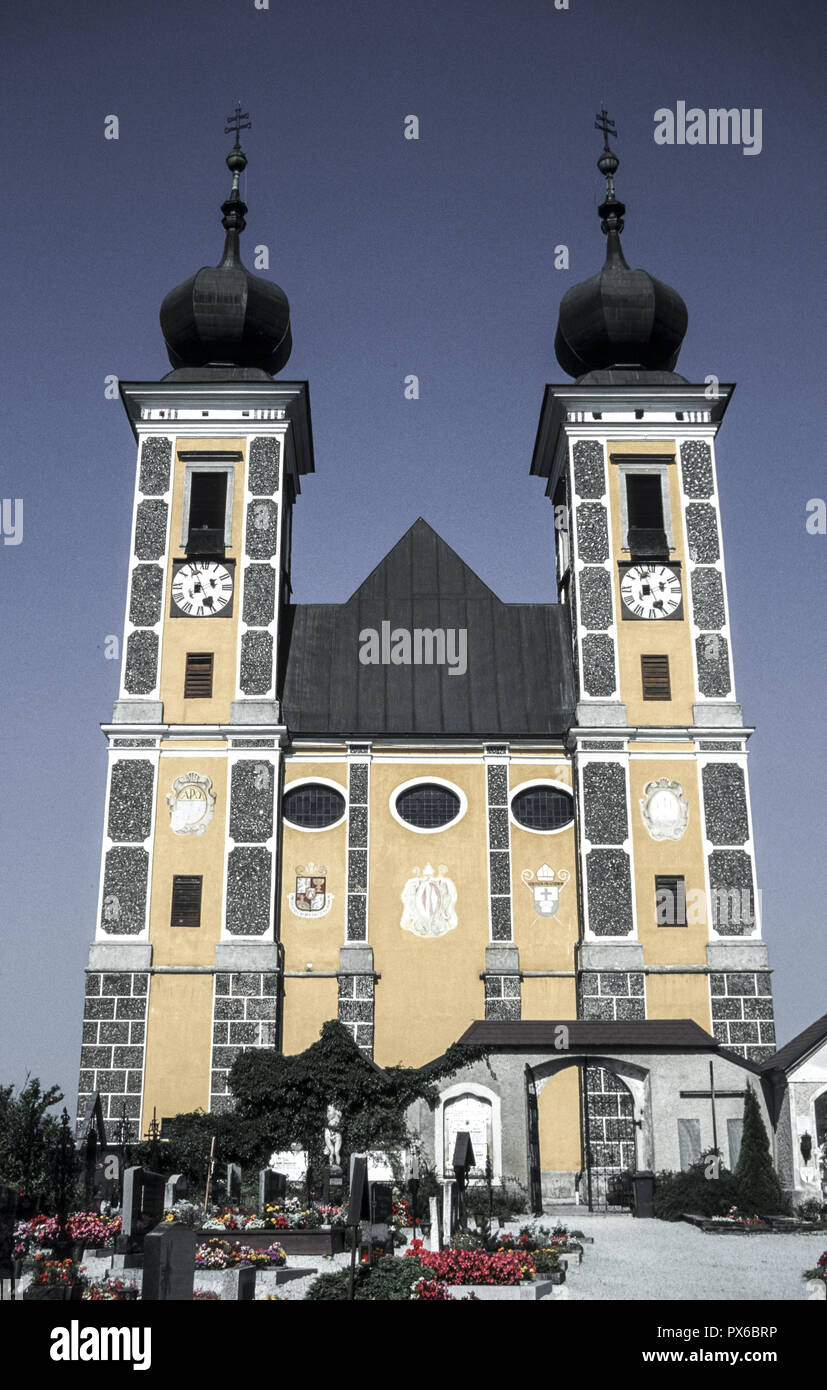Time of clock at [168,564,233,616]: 7:24
